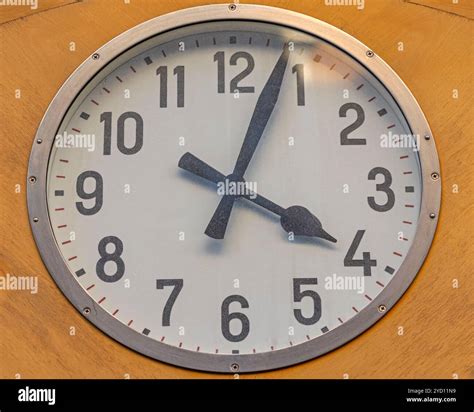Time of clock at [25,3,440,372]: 4:03
